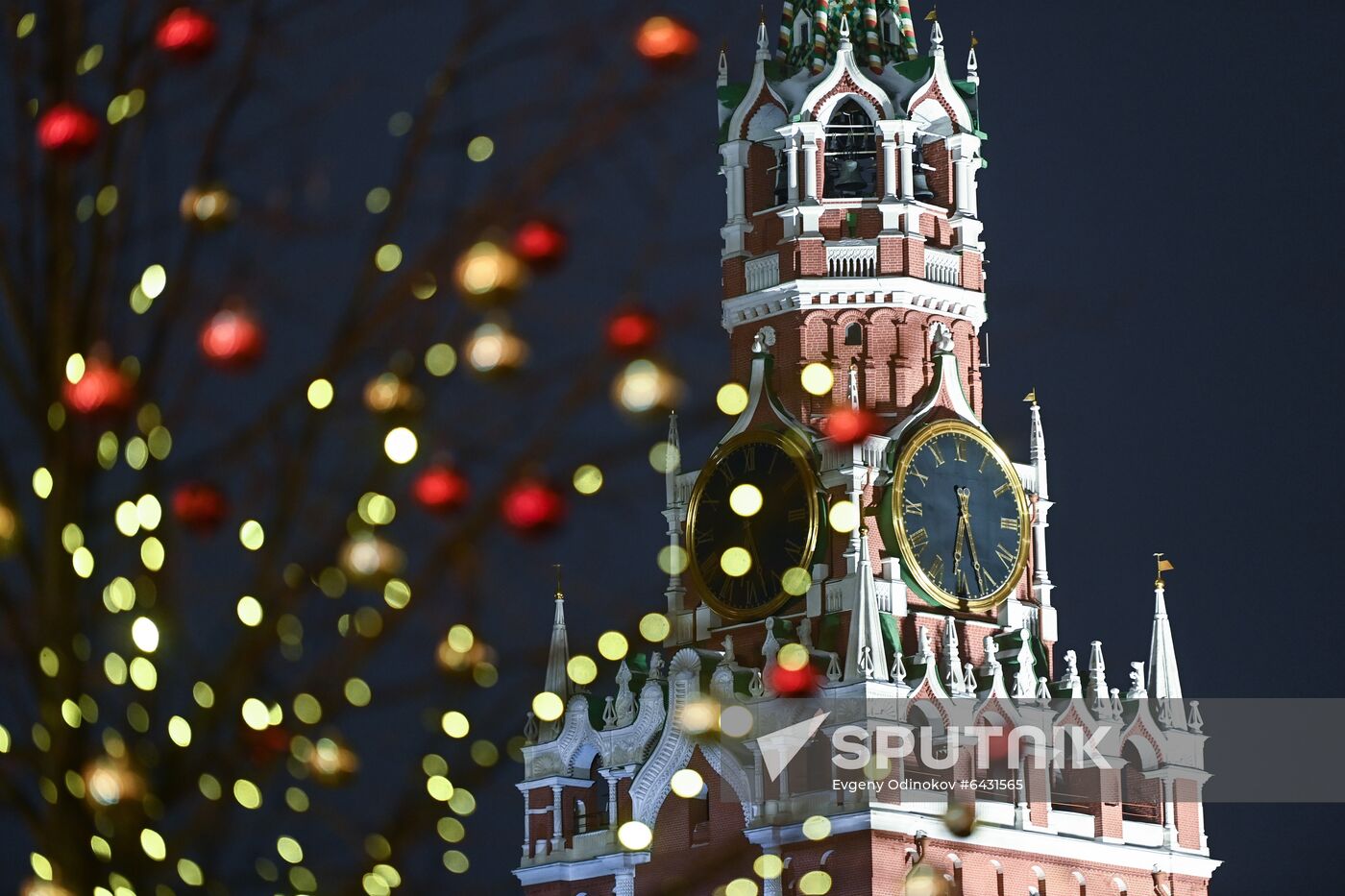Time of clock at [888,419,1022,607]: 5:31
